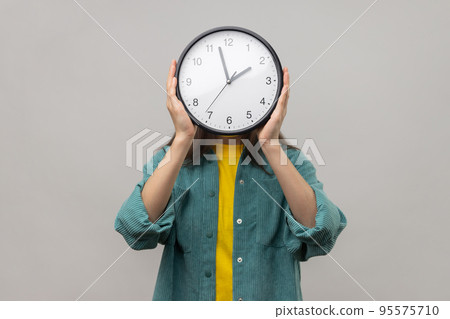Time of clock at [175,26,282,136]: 1:57
